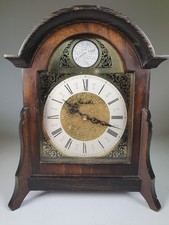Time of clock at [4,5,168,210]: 10:18
